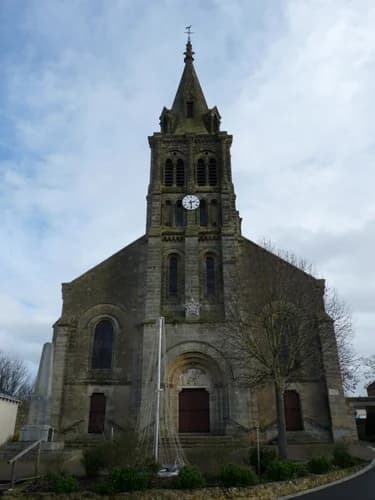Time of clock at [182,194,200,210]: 2:29
